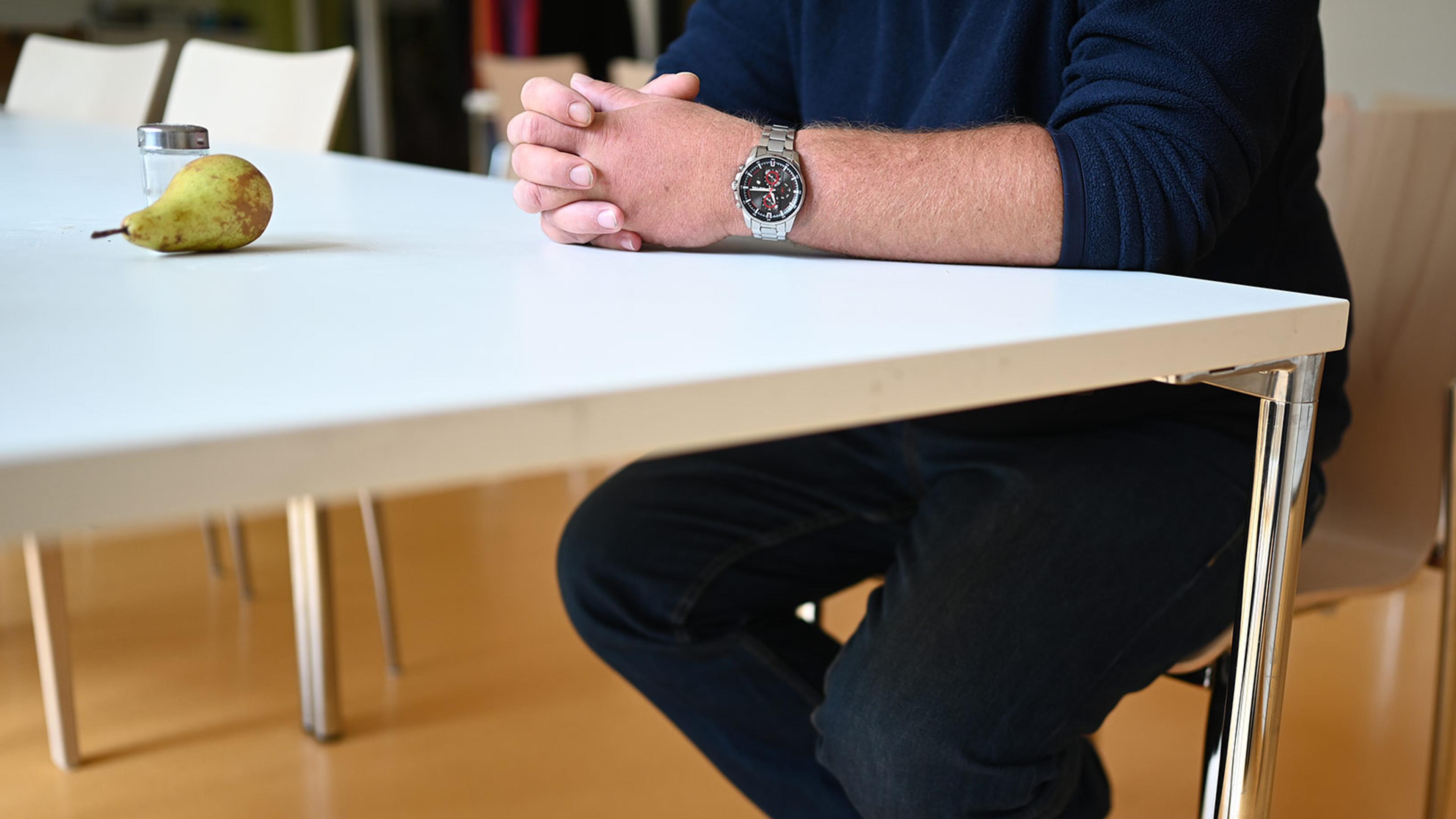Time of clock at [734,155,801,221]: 5:44
